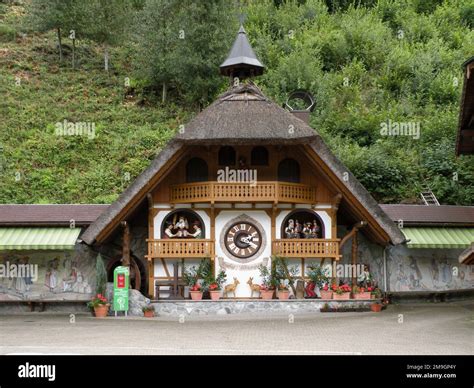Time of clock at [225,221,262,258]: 2:18
